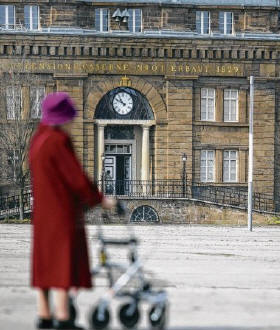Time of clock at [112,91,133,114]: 10:49
